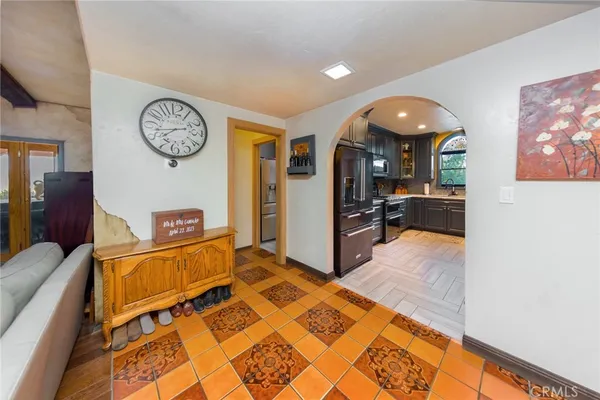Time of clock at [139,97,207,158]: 7:42
